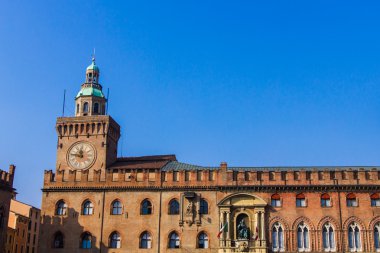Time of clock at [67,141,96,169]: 11:46
